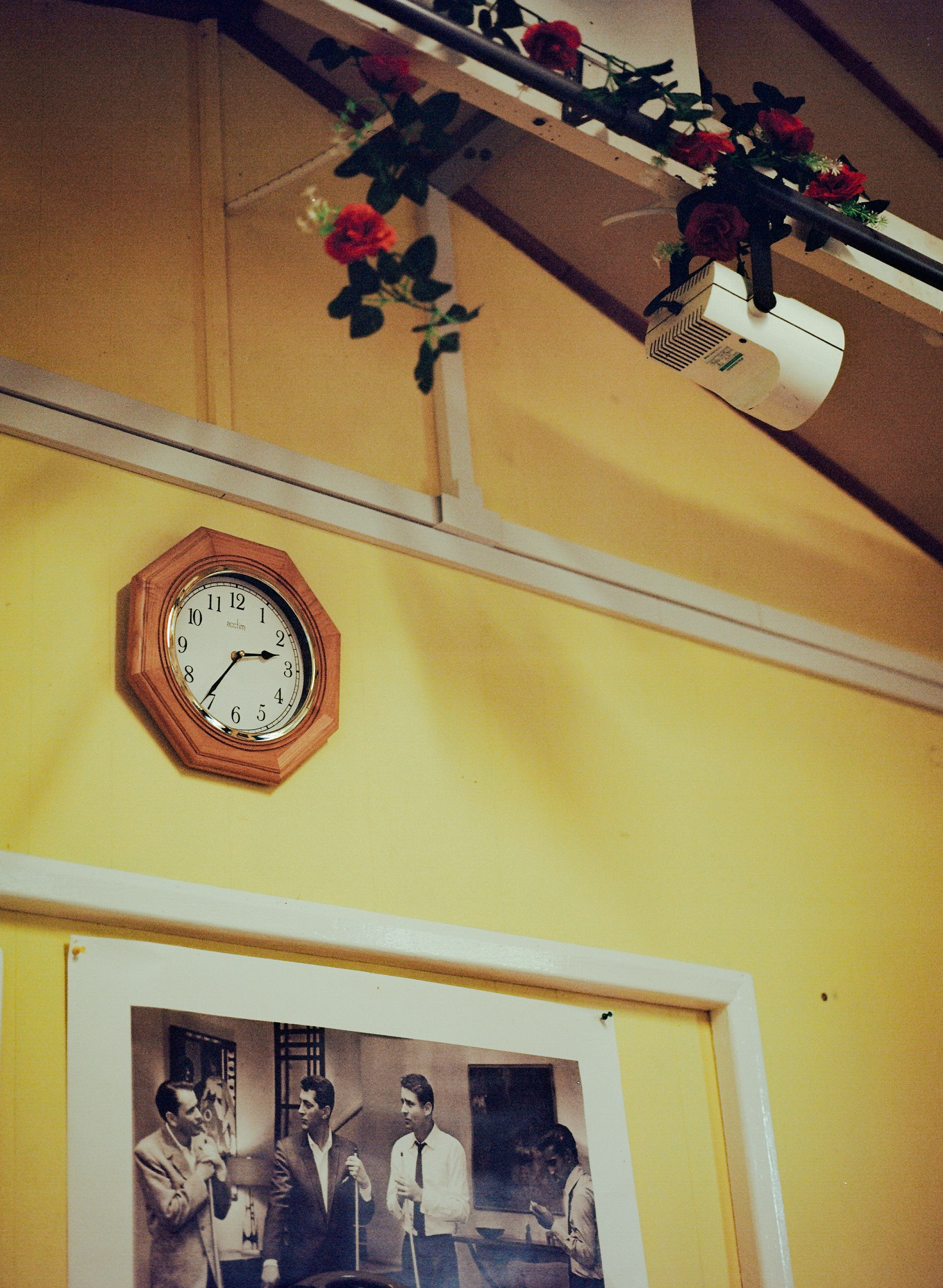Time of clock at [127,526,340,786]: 2:35
